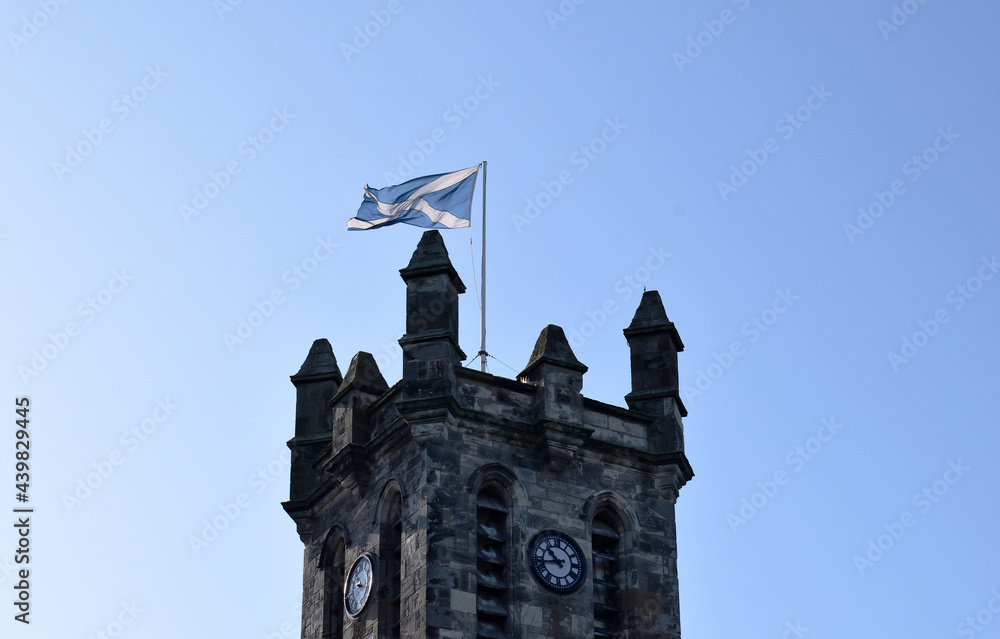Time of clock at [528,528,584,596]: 10:42
